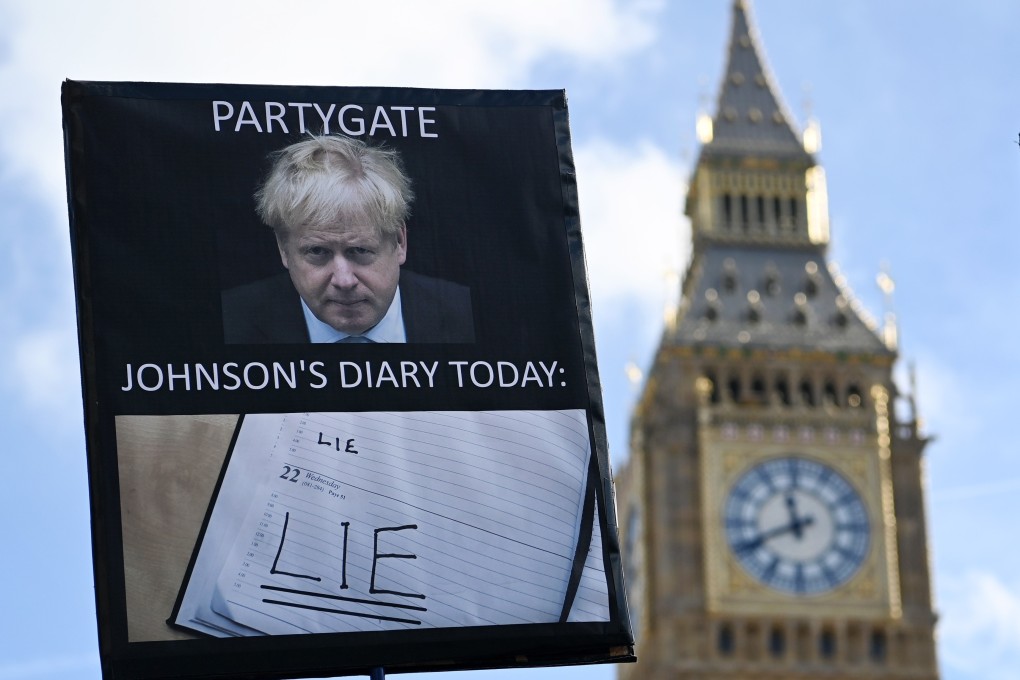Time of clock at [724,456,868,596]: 11:40
